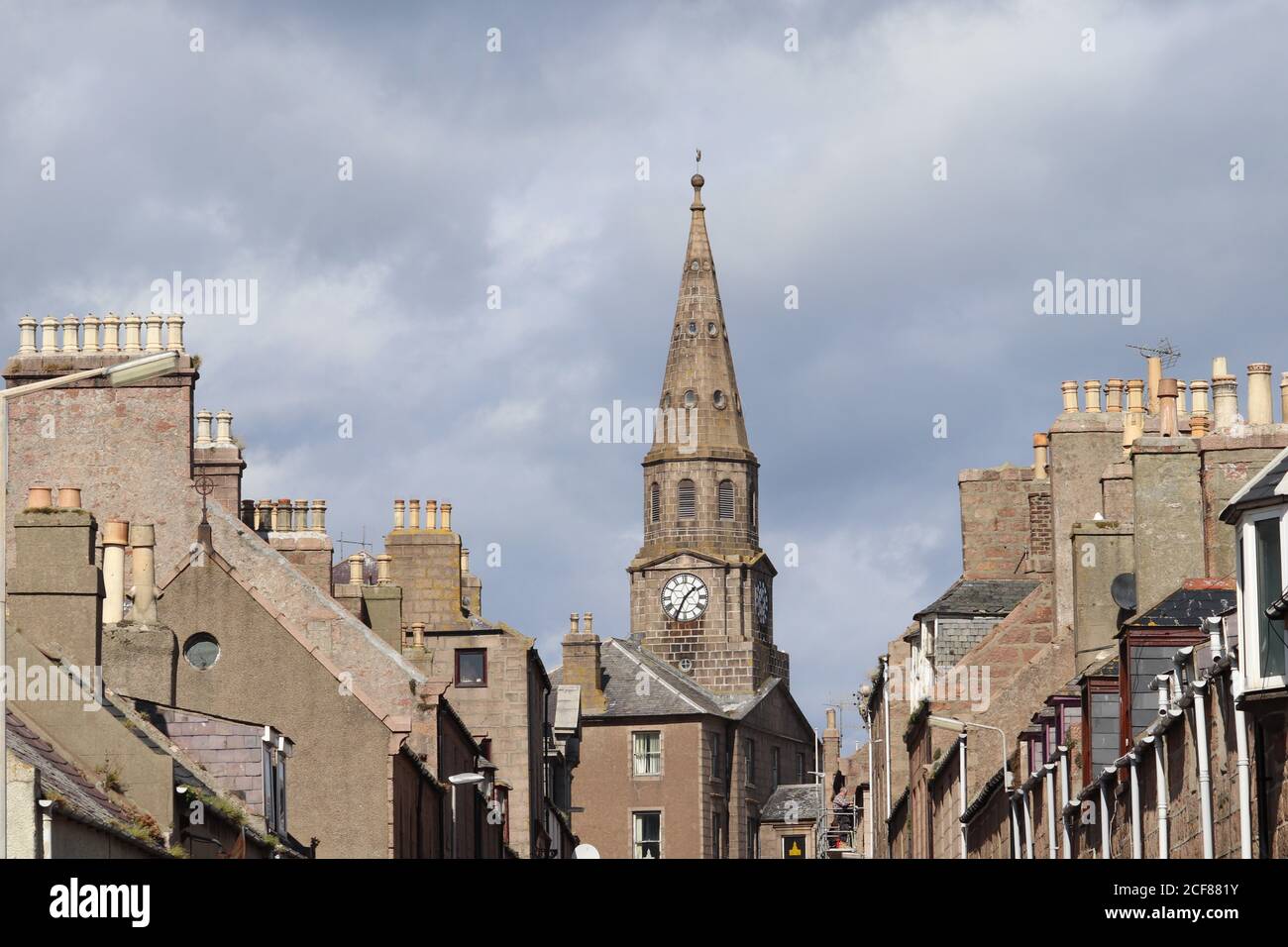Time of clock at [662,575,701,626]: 1:34
